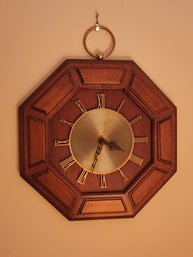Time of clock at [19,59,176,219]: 3:33
